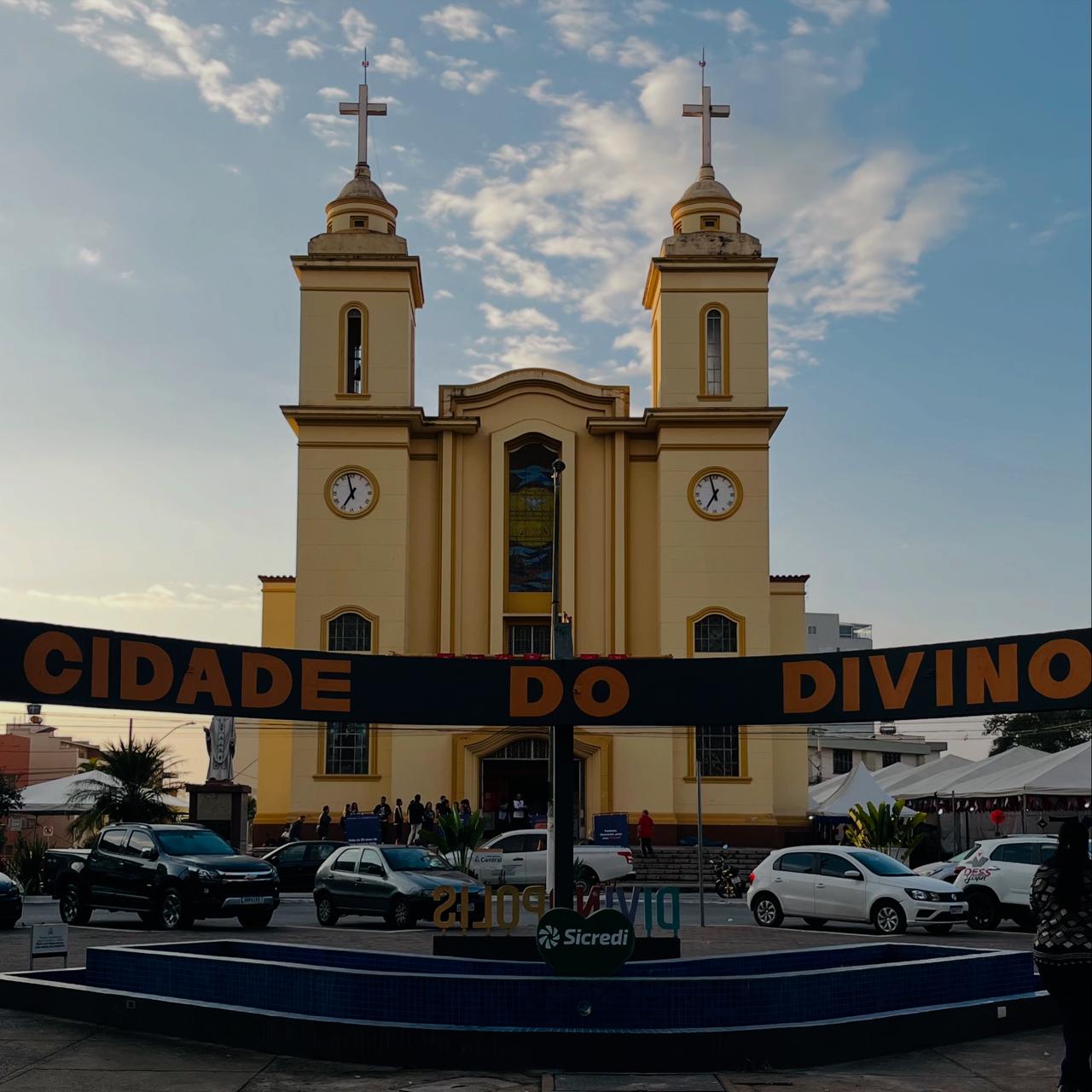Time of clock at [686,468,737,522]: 6:57
